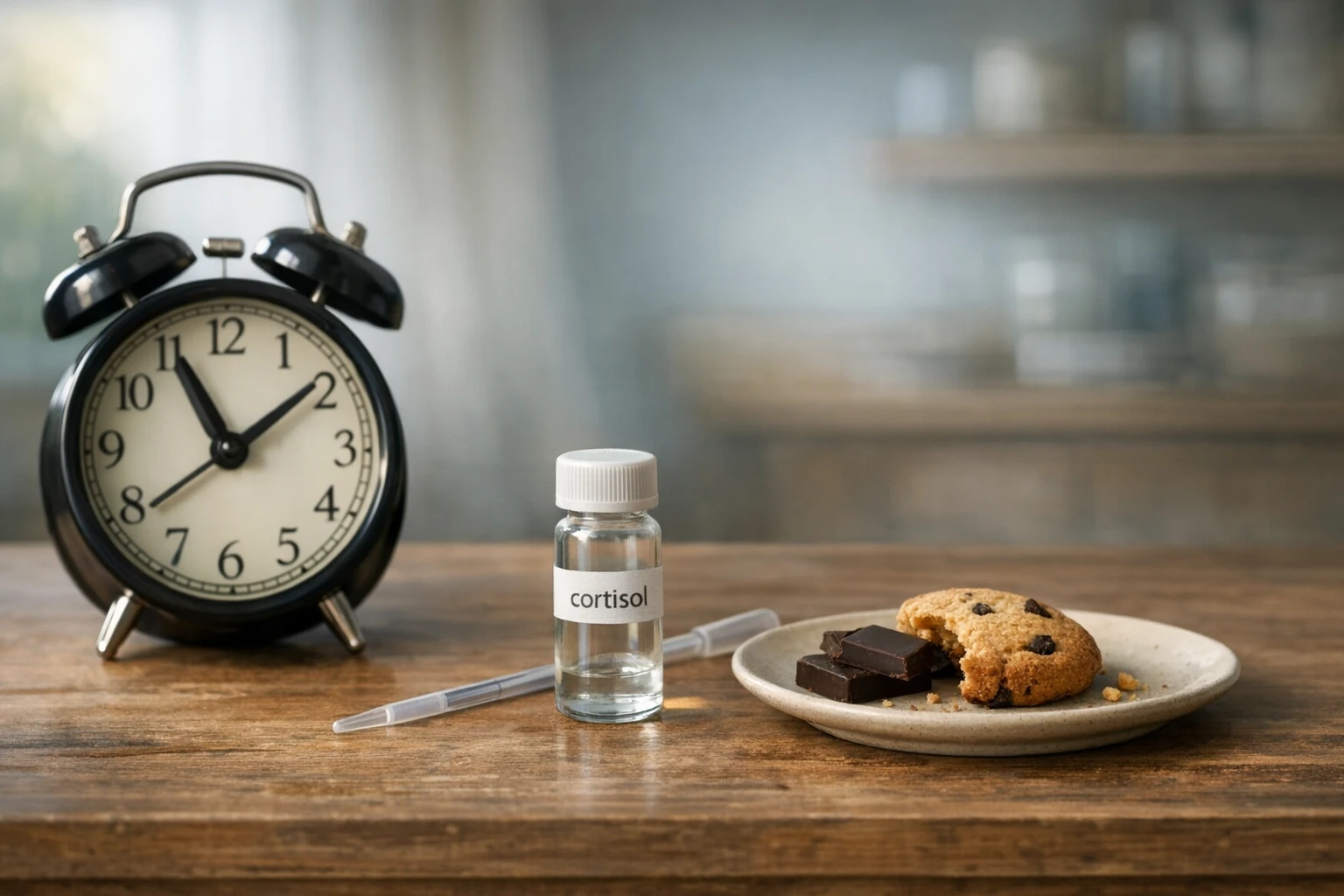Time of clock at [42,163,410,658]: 11:09
